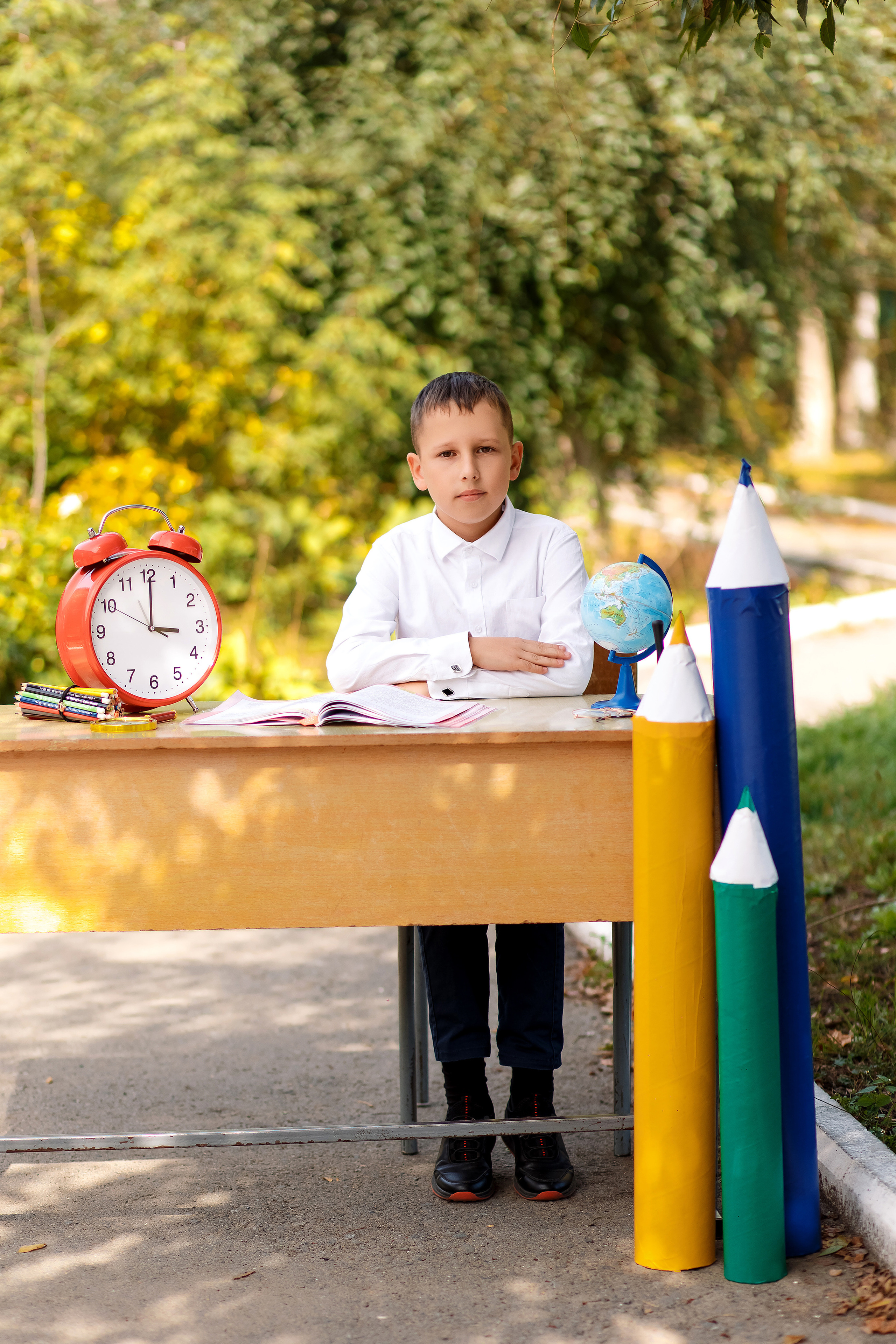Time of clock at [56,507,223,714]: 3:00
